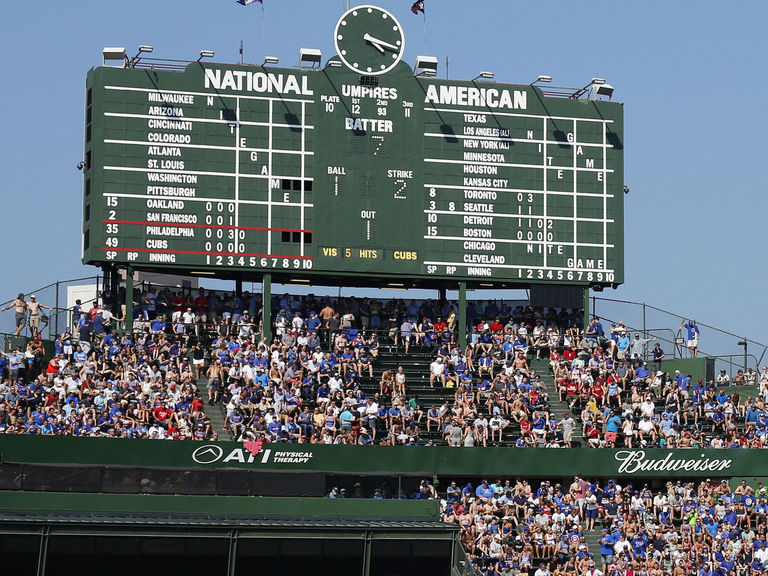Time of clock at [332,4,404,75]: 4:17
